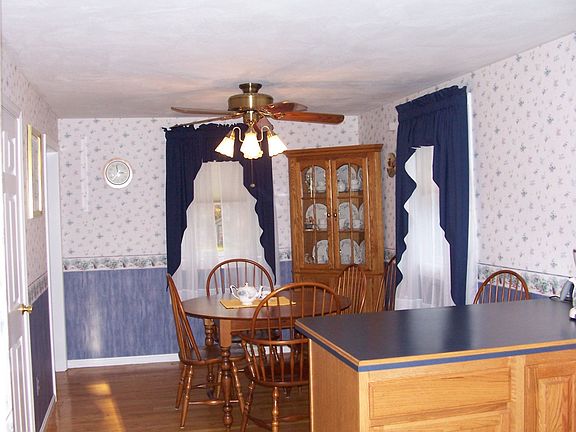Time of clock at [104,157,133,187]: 2:58
